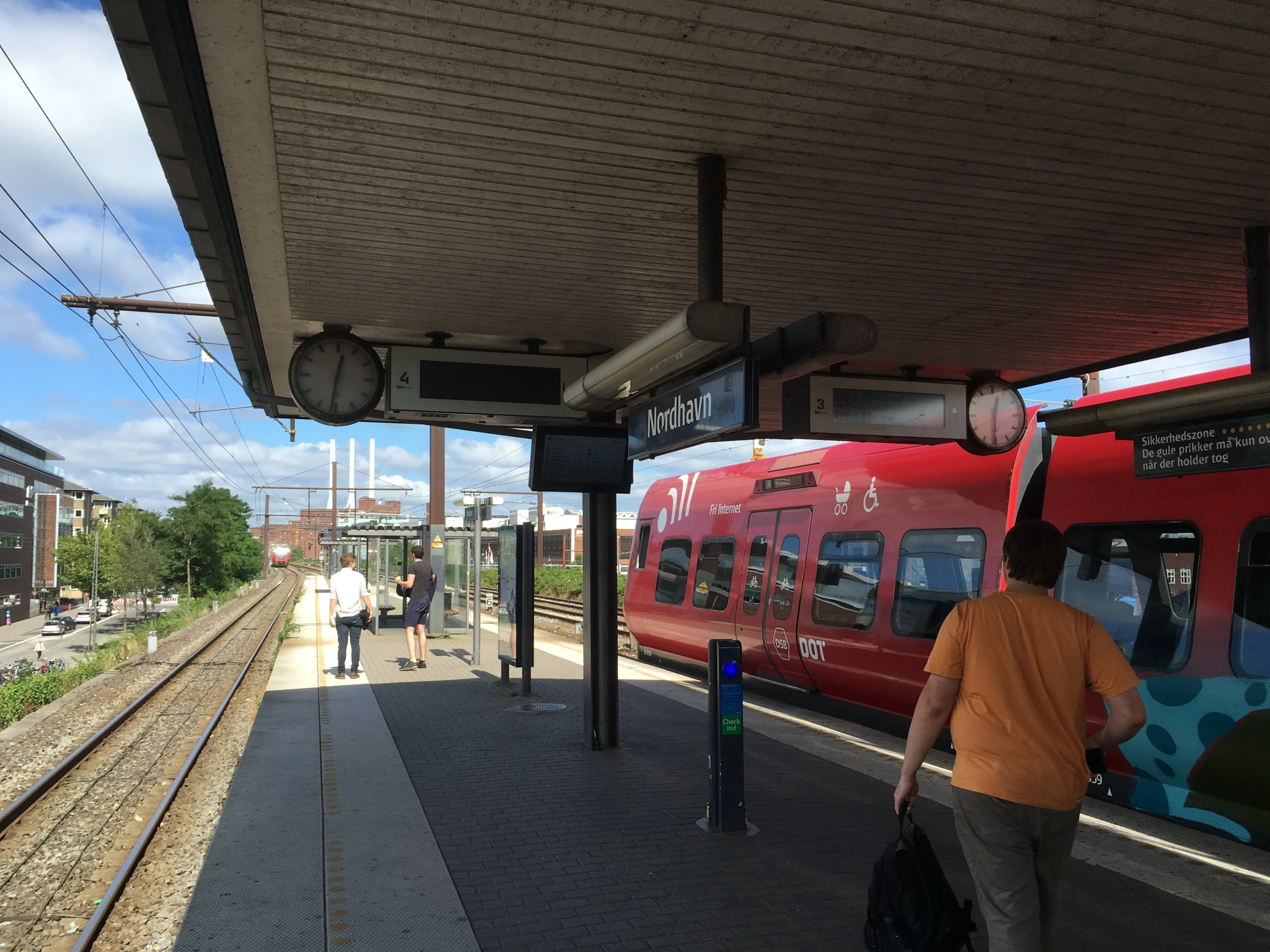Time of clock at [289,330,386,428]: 12:31
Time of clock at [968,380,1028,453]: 12:30
